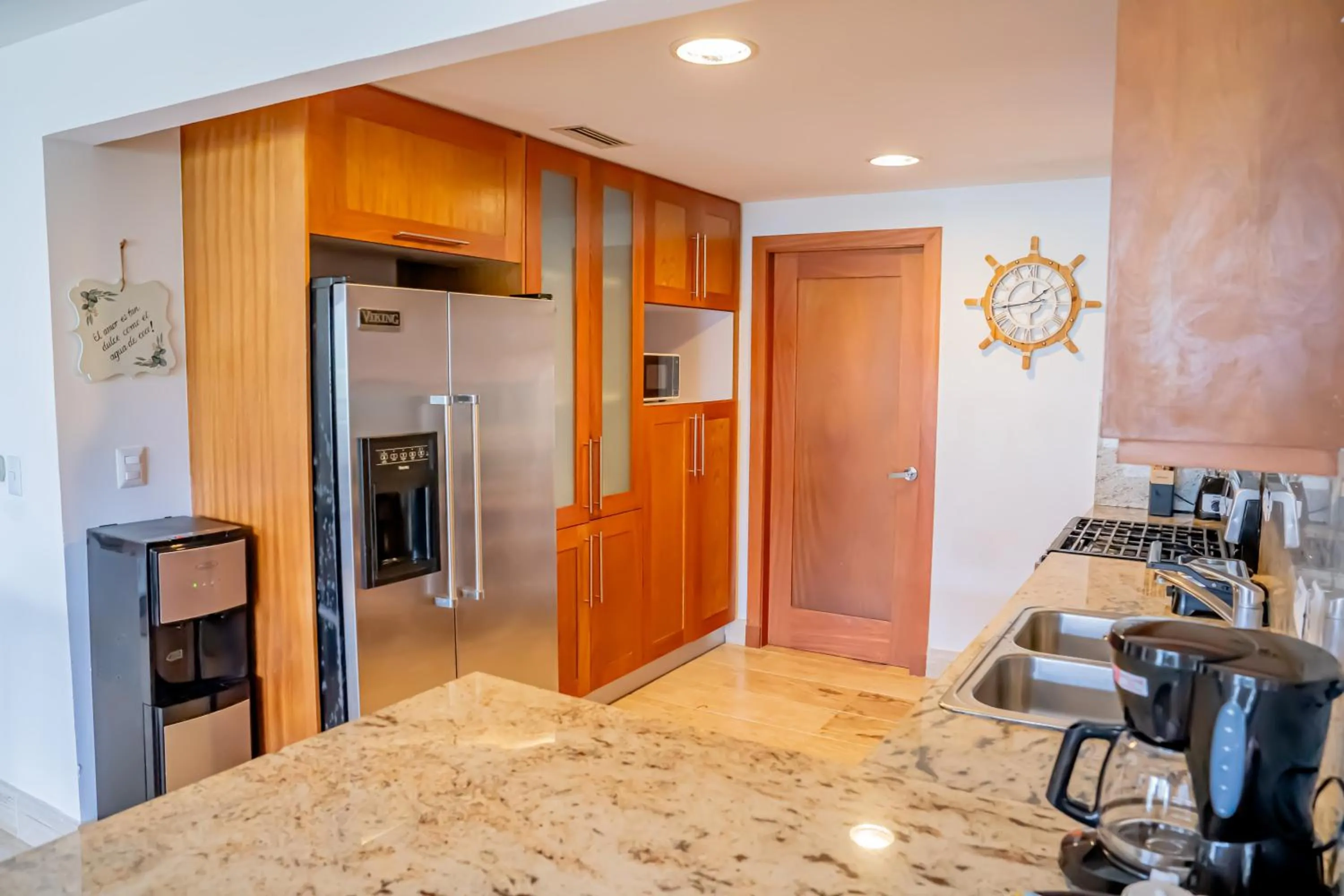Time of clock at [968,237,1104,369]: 1:43
